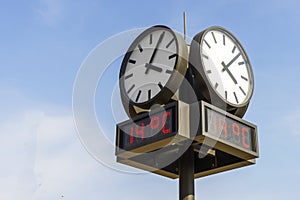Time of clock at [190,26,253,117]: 4:07
